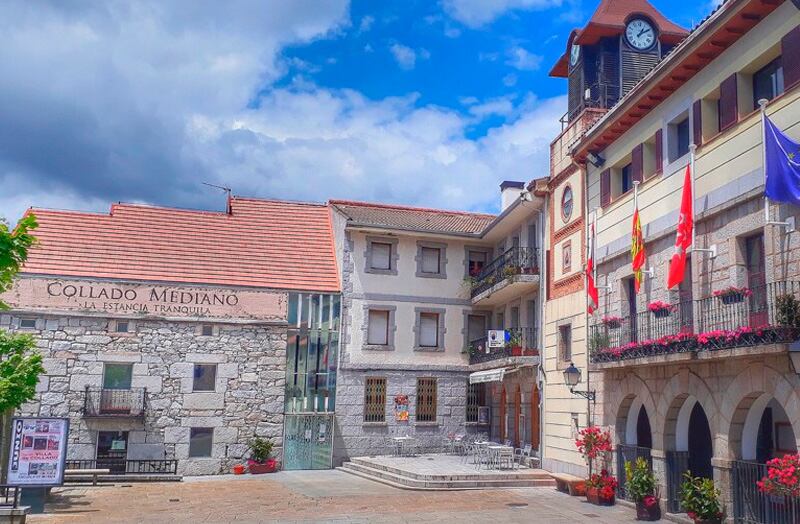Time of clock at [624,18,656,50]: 1:09
